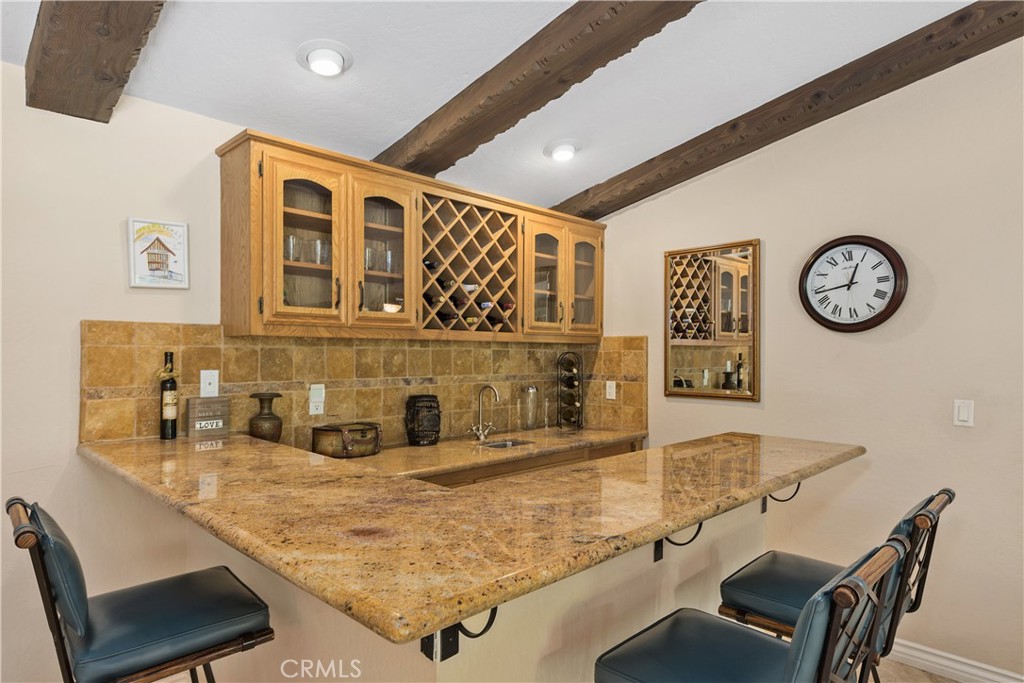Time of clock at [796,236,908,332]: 12:43
